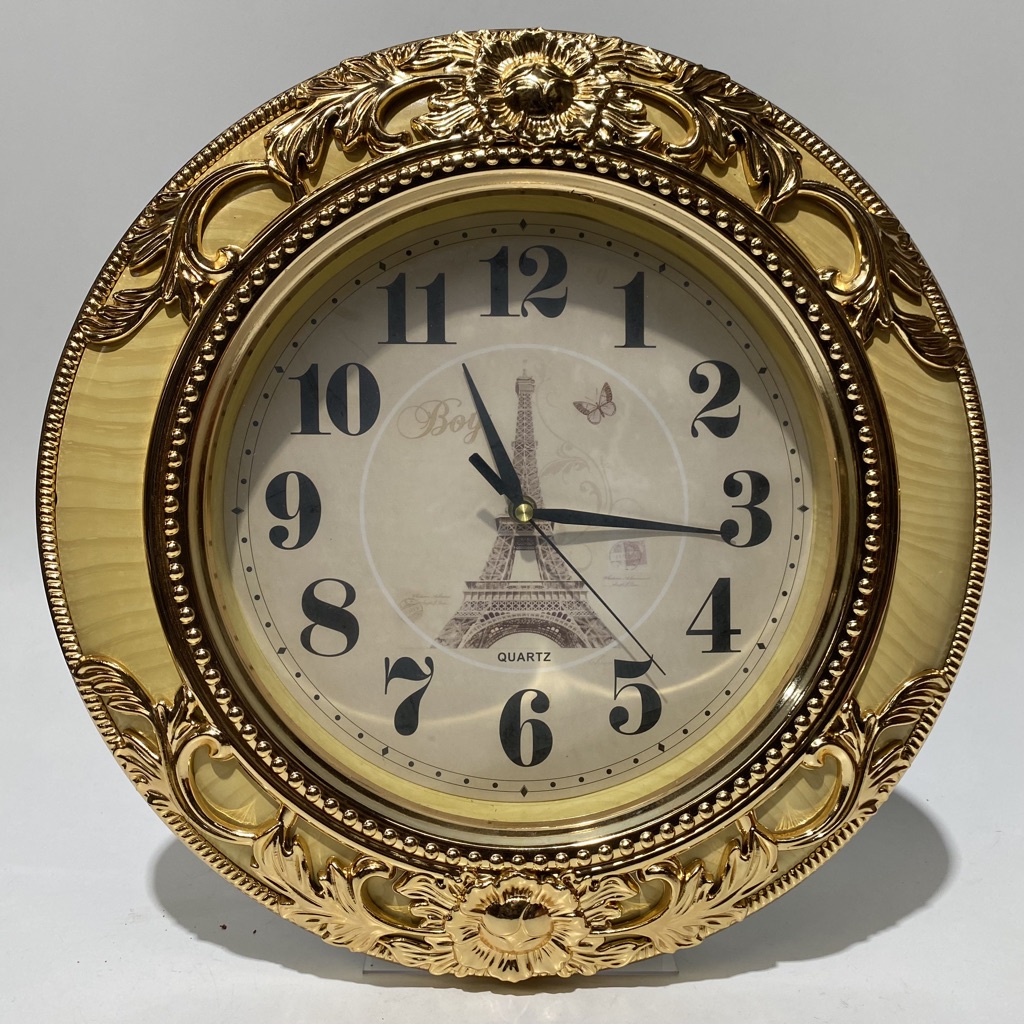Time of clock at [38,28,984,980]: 11:16
